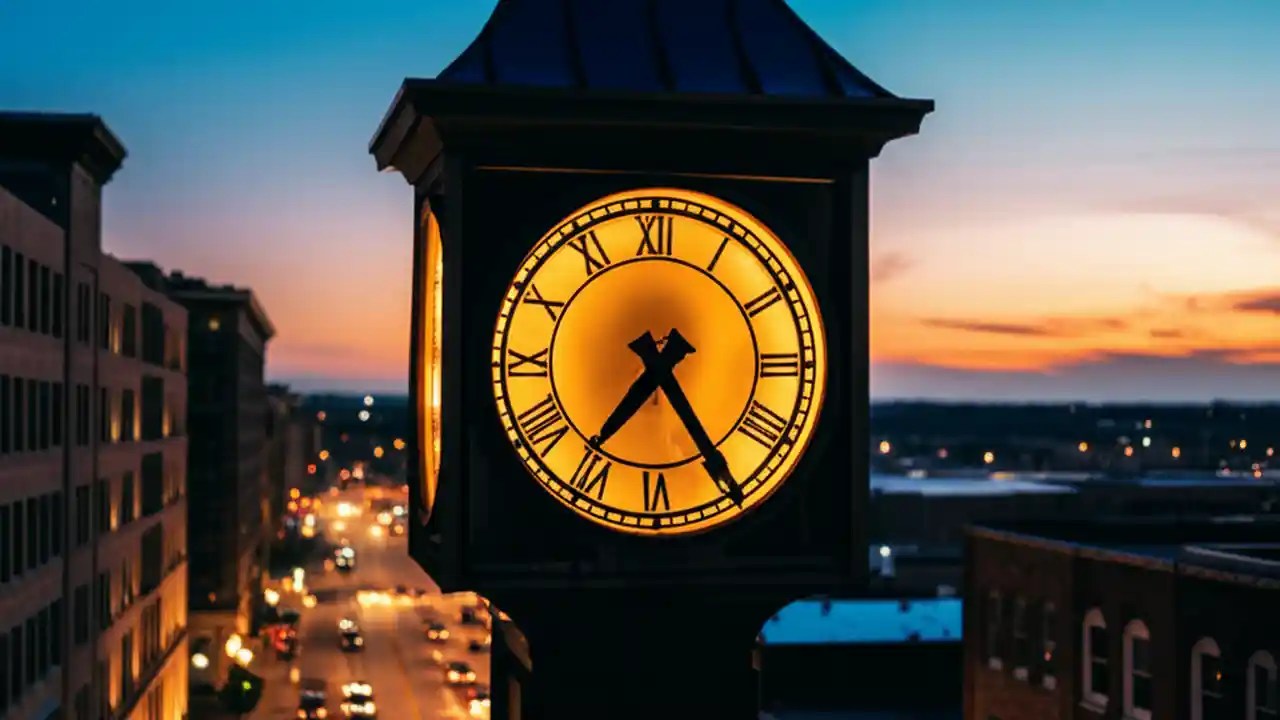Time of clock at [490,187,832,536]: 7:24
